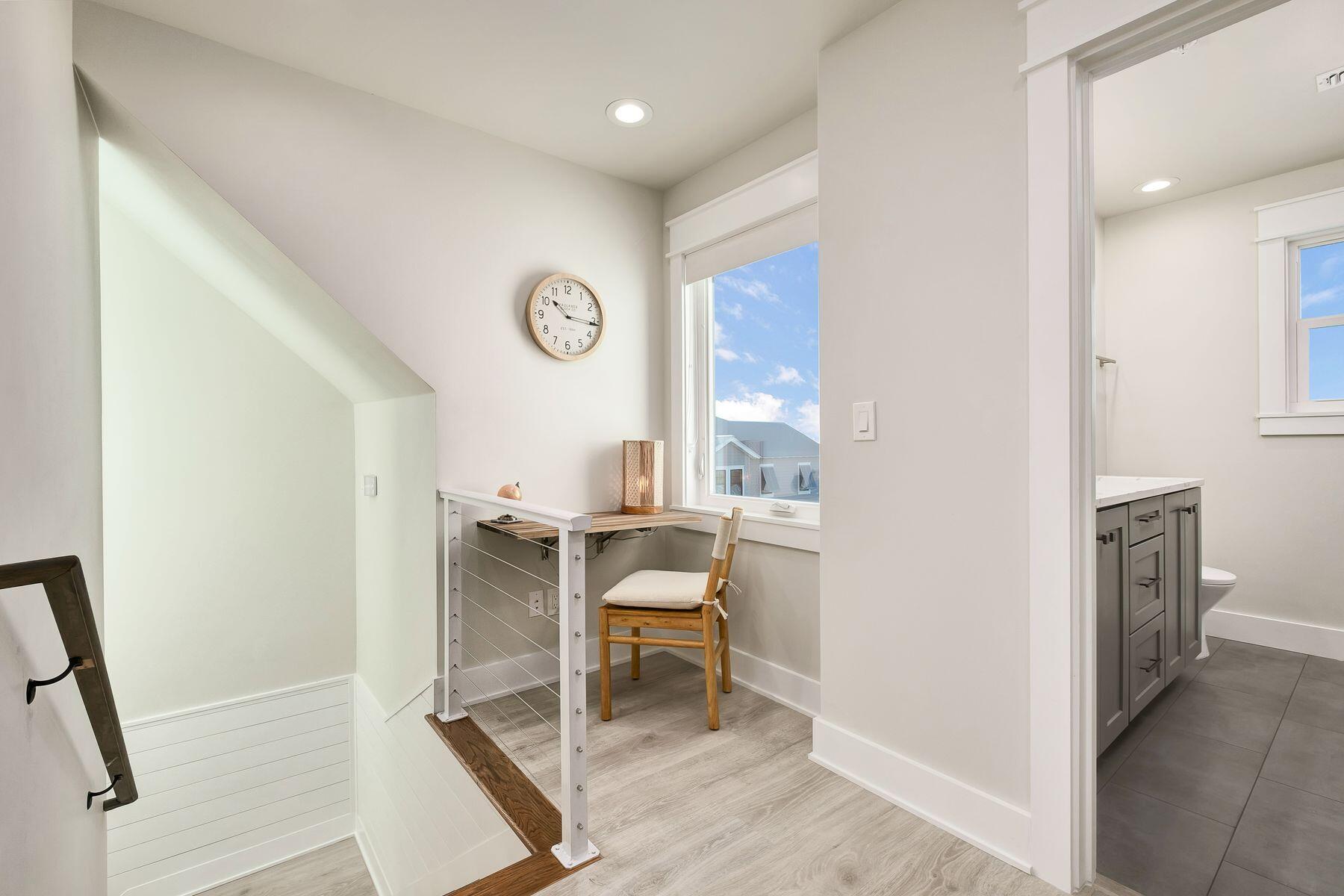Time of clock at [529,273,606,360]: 10:15
